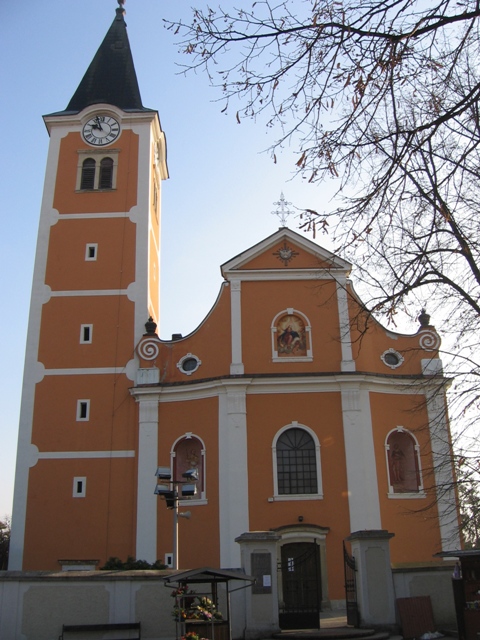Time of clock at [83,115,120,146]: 9:56
